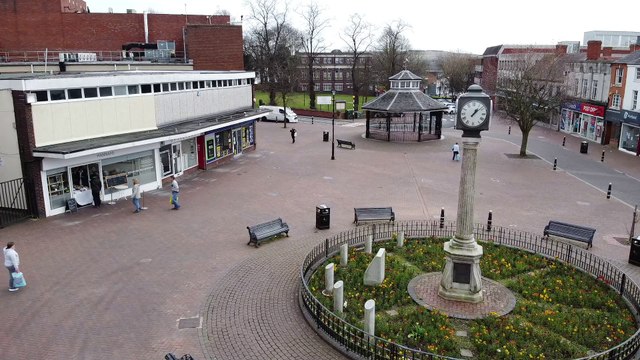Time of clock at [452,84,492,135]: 1:08
